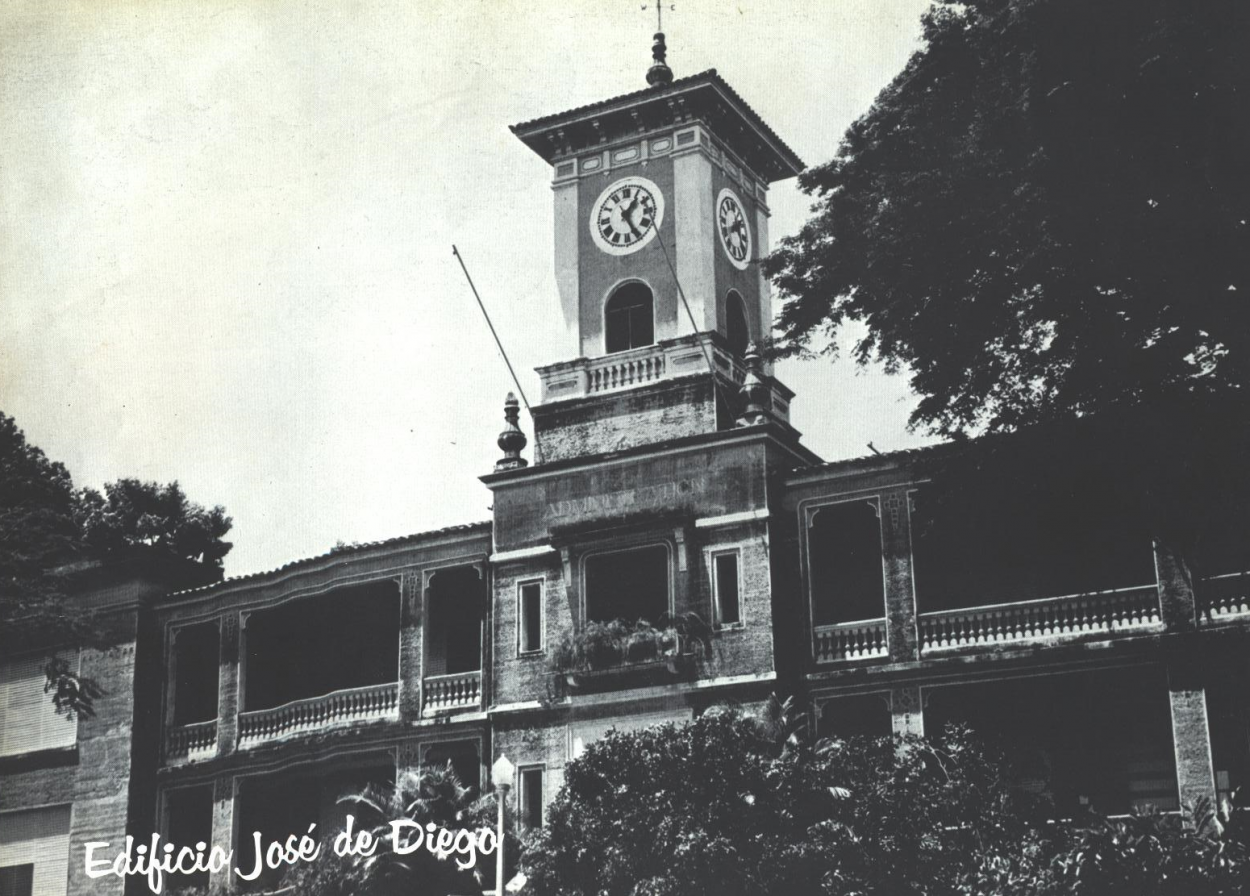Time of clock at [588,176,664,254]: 1:25
